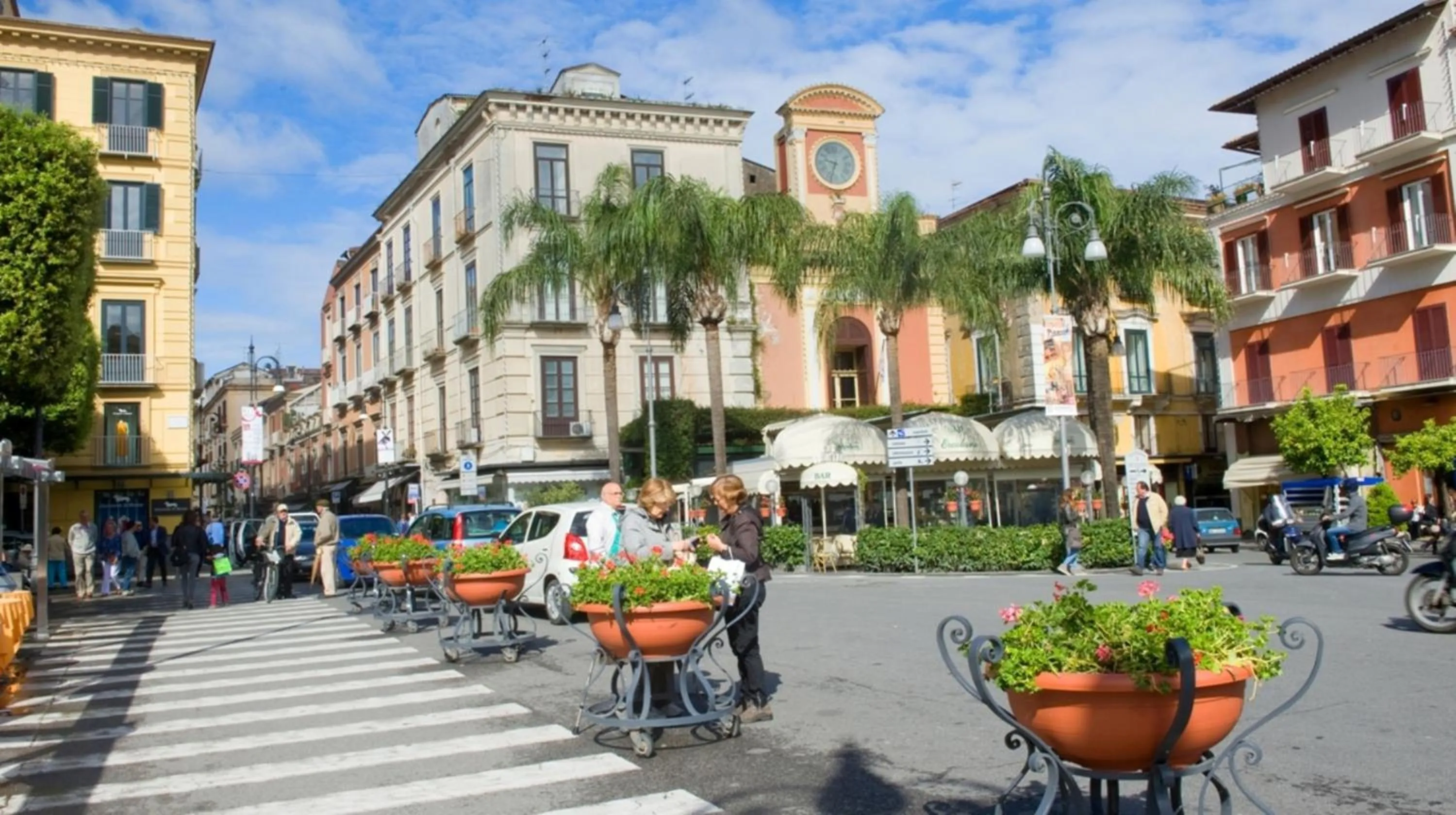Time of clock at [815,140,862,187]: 9:33
